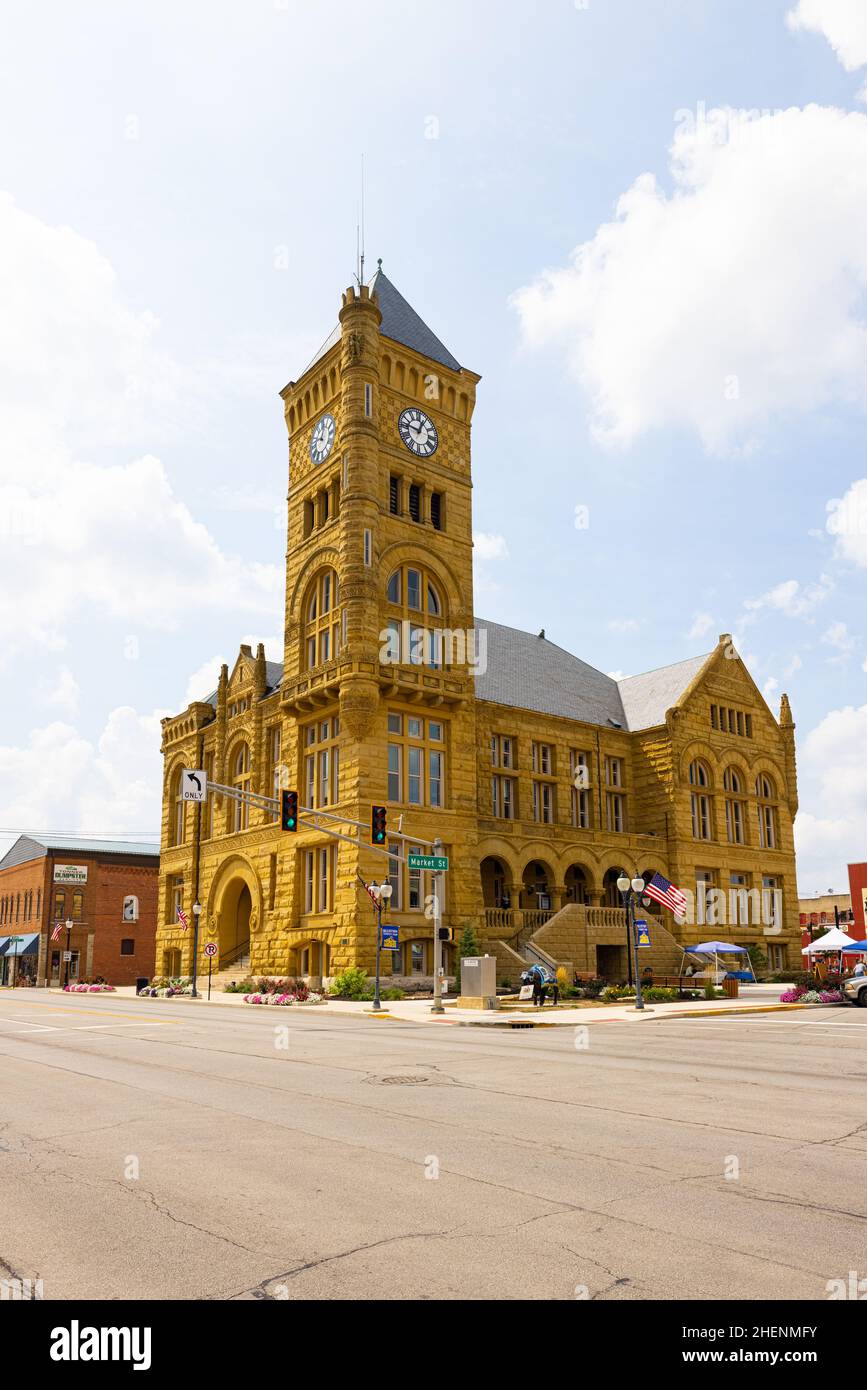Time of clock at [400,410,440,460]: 12:46
